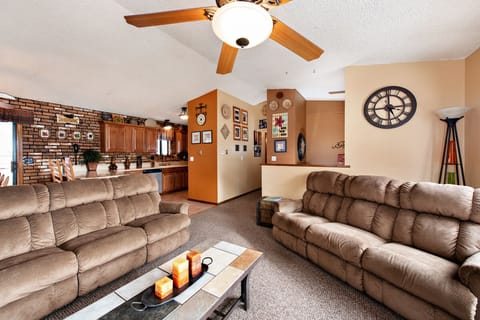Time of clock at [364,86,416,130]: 5:14
